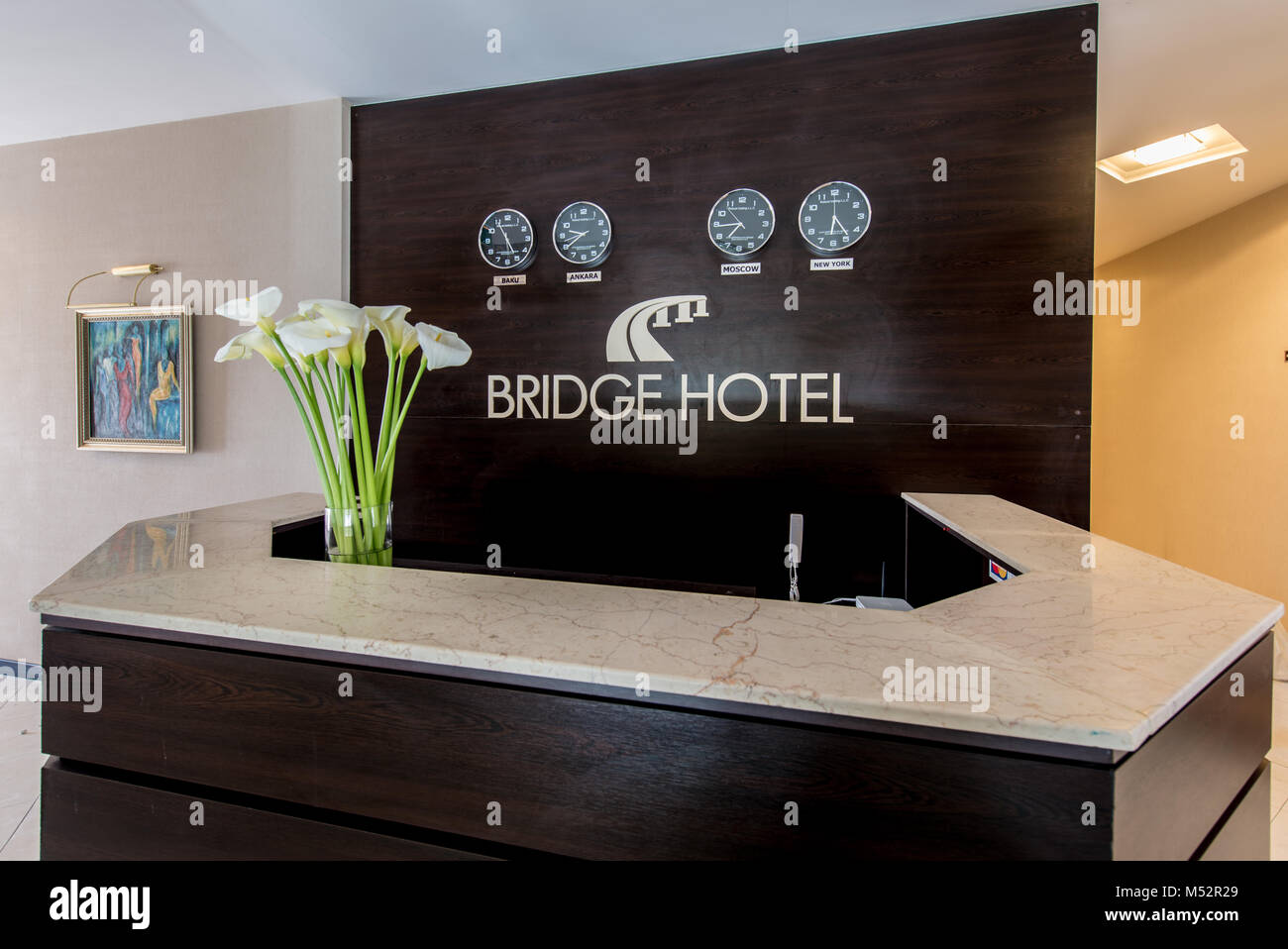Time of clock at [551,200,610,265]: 9:39
